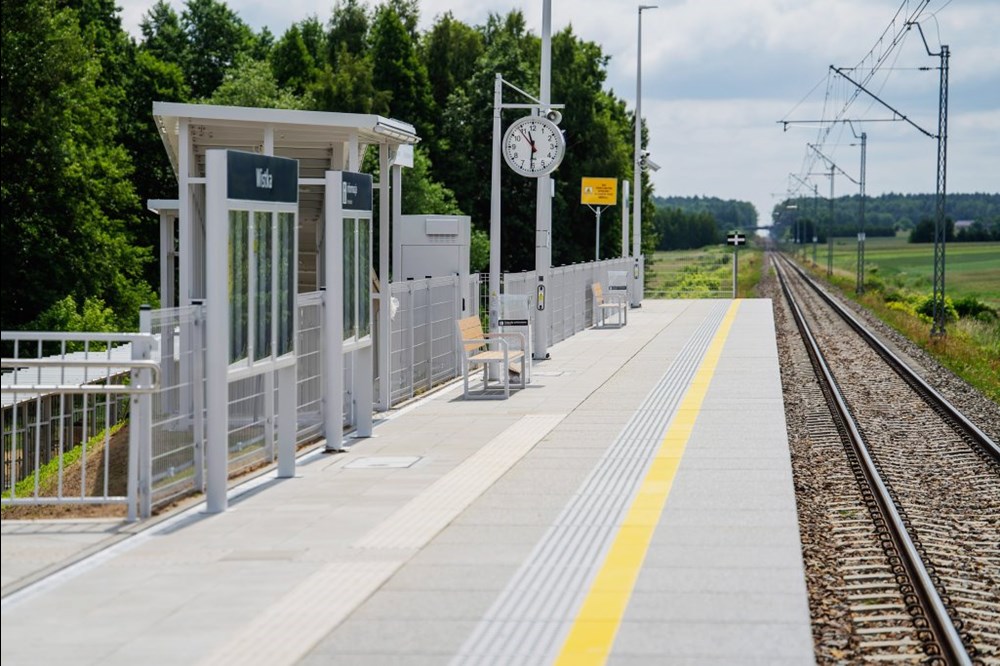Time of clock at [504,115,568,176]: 11:30
